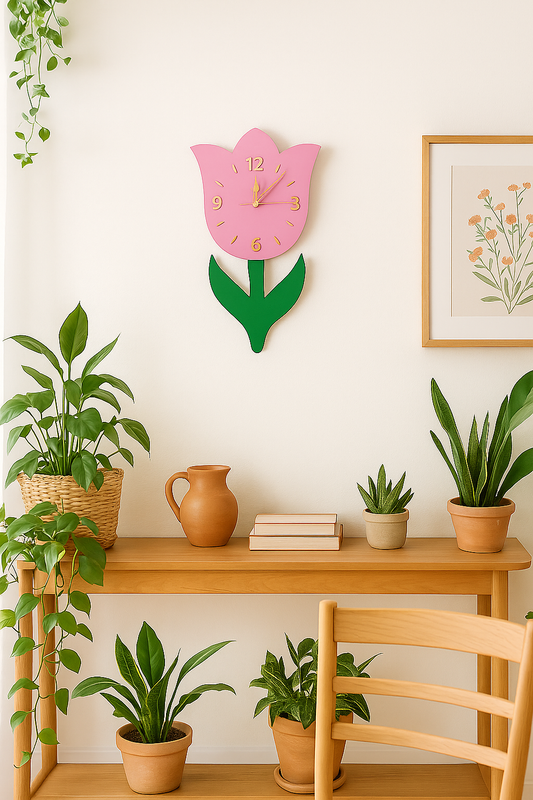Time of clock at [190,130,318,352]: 12:07
